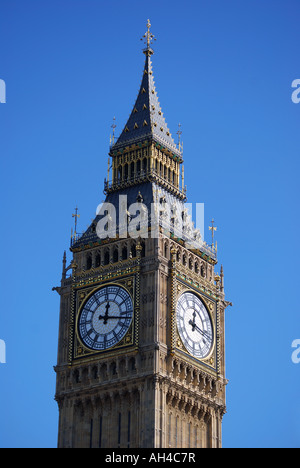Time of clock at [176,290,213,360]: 12:16
